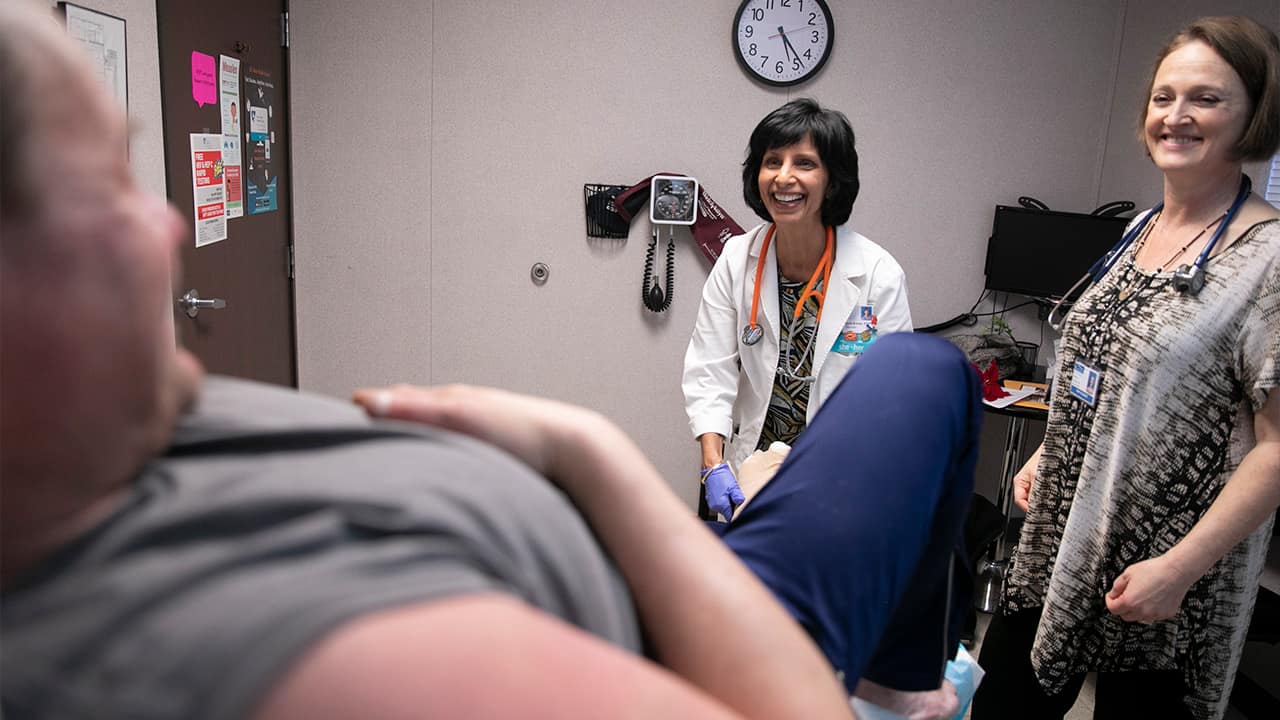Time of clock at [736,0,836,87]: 5:23
